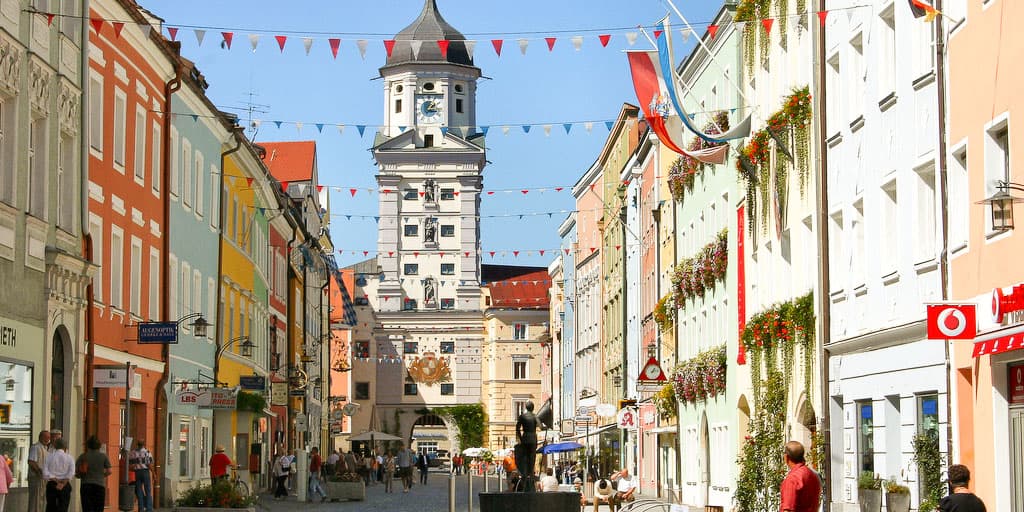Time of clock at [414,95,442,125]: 1:16
